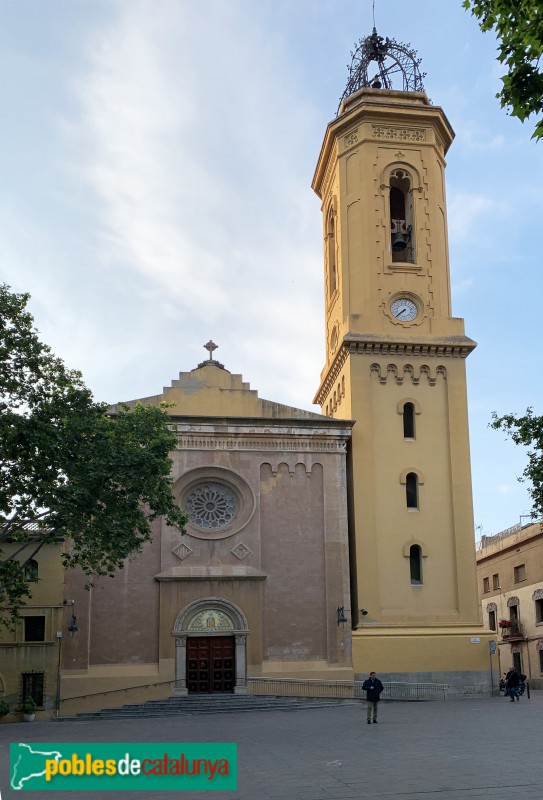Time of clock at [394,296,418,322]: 7:37
